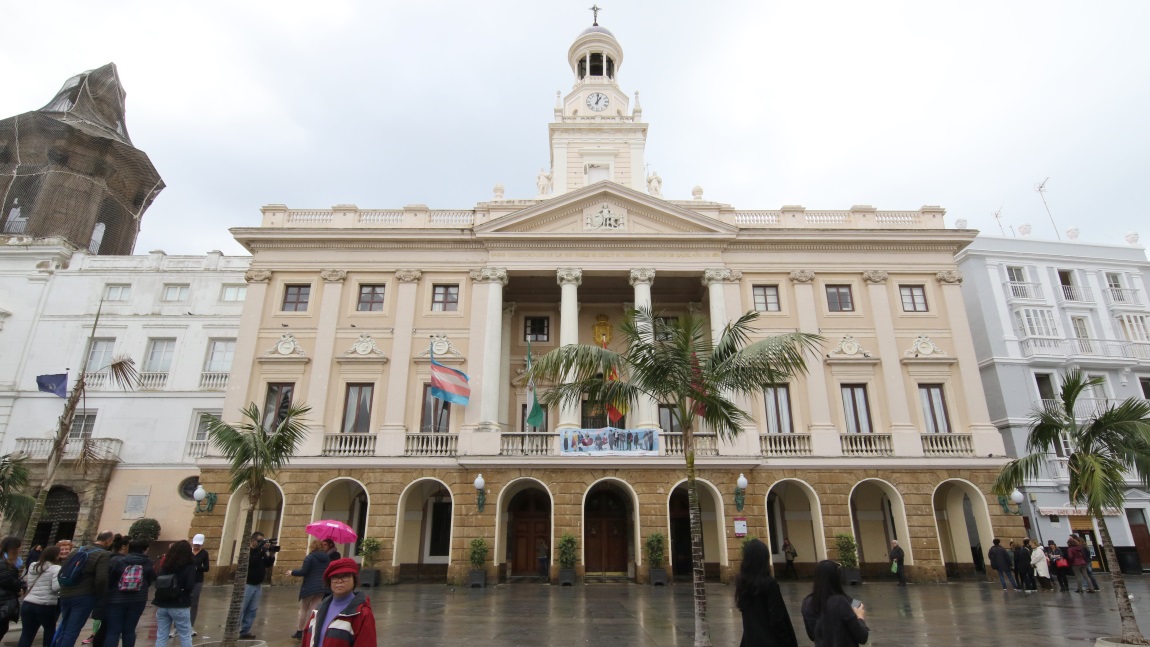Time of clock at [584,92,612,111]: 1:01
